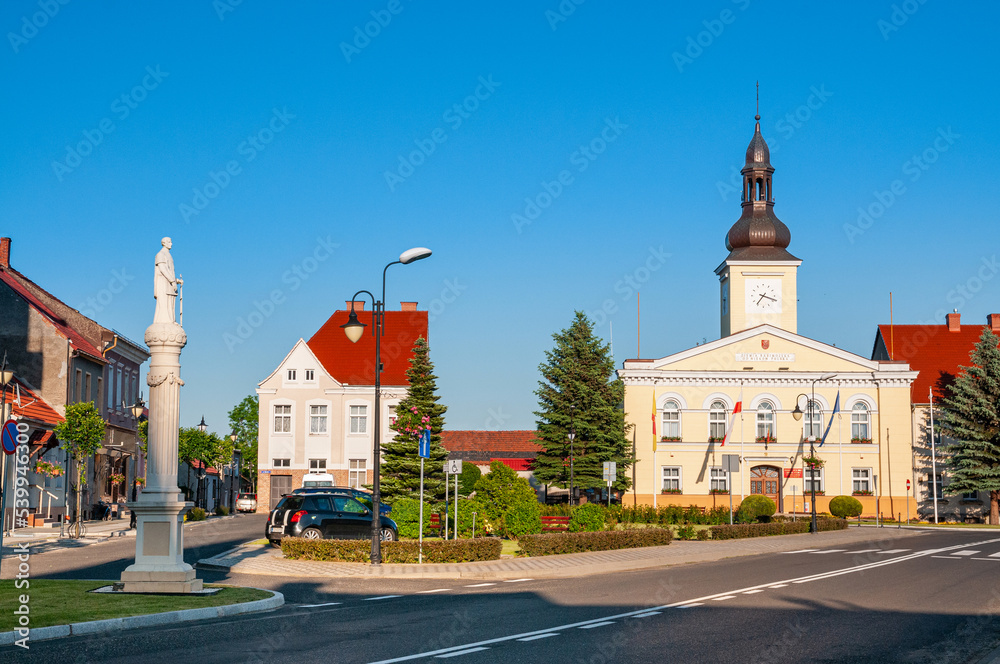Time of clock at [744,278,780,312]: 7:18
